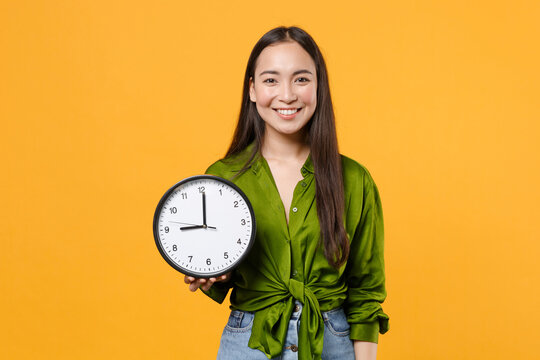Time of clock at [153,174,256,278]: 9:00
